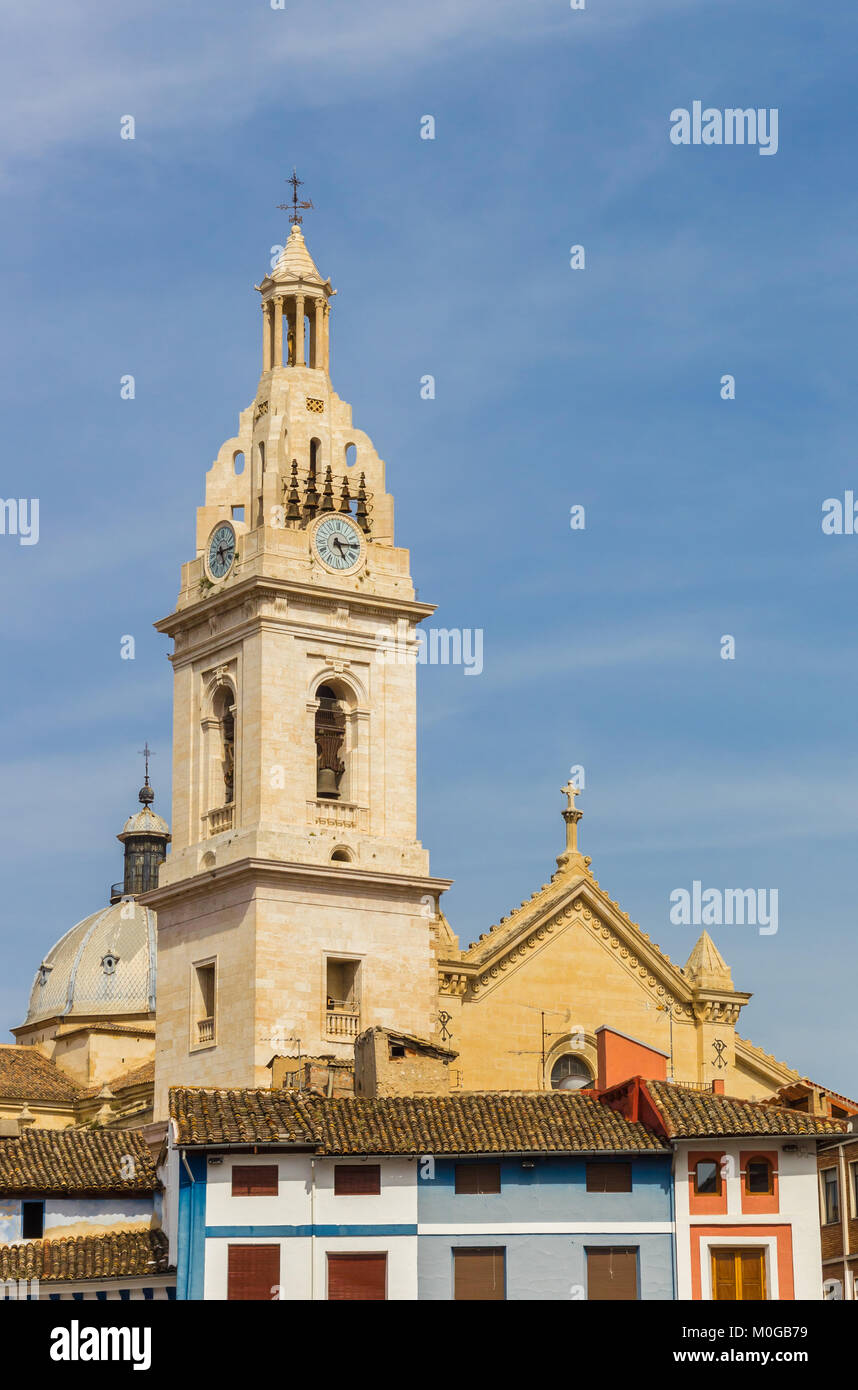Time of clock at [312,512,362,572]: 5:14
